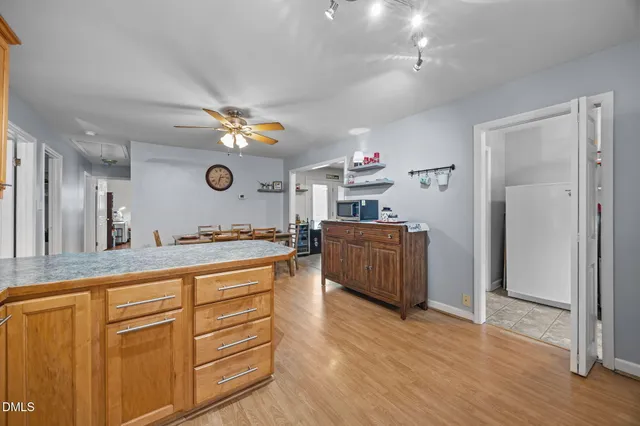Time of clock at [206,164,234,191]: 2:33
